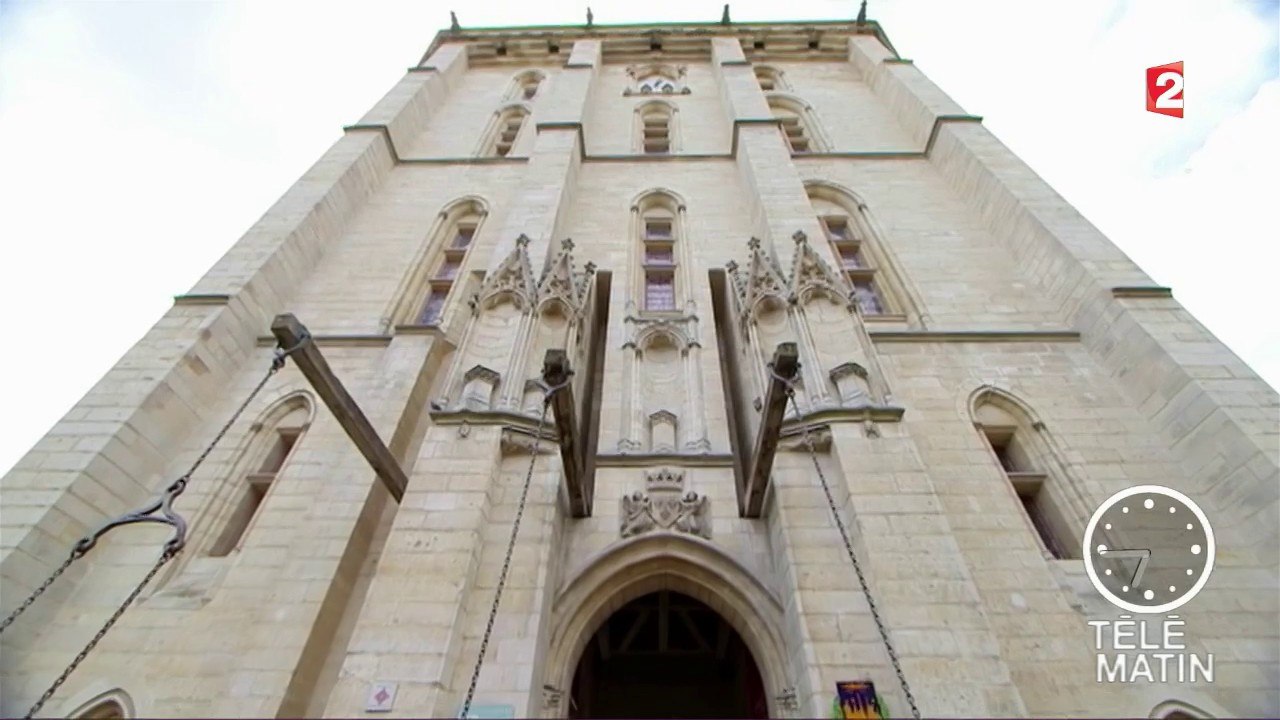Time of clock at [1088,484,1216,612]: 6:44
